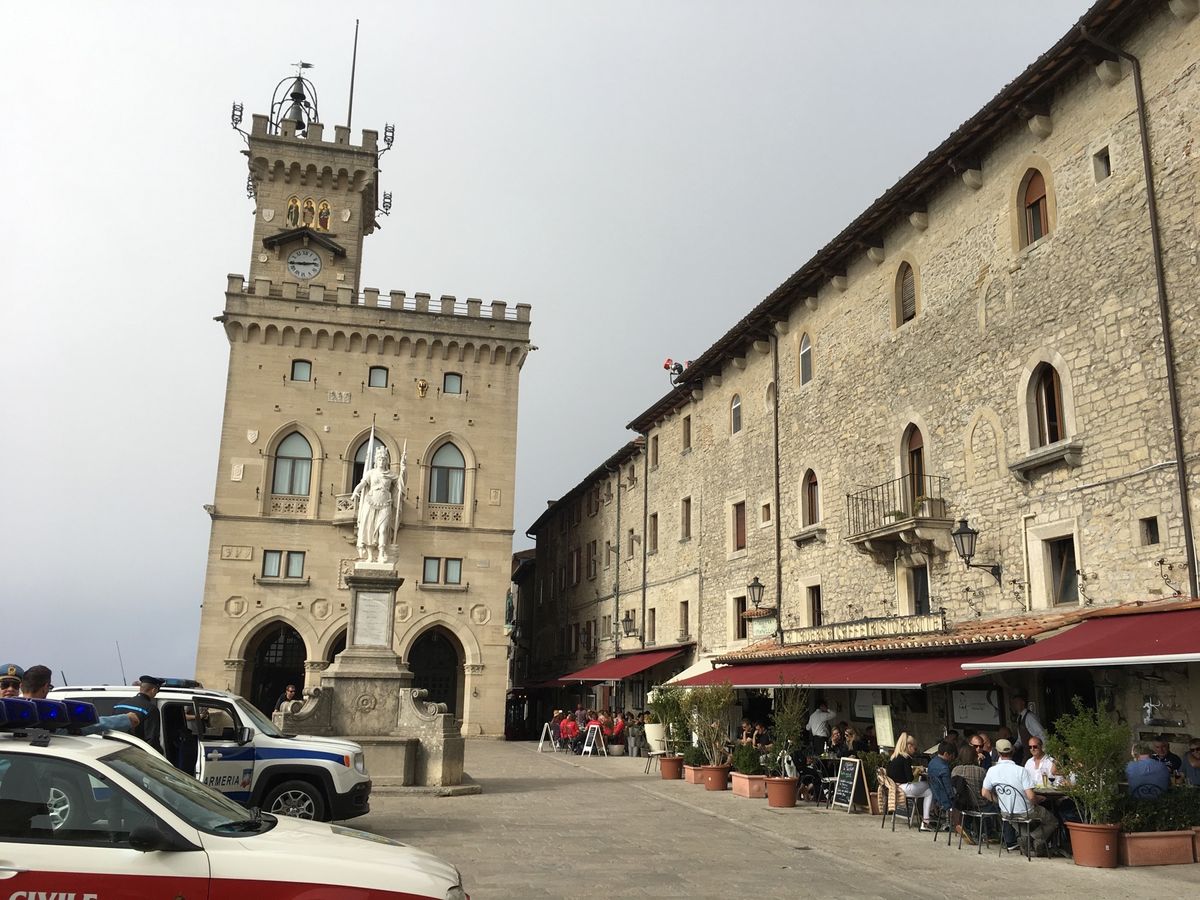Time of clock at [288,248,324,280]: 2:44
